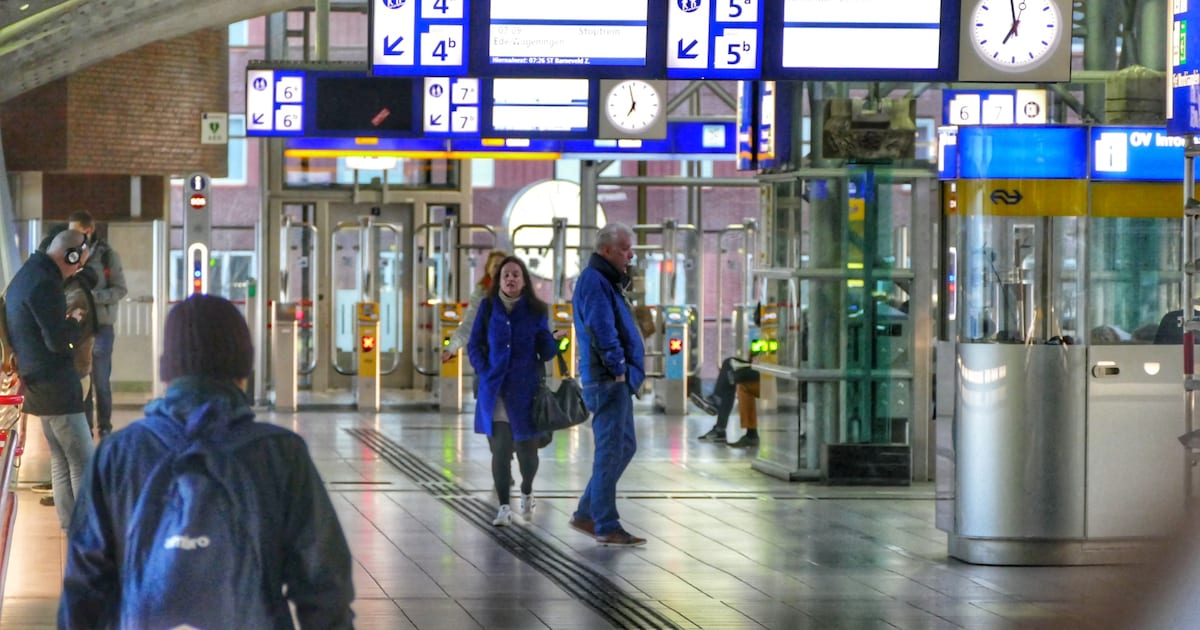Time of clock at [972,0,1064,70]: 6:58
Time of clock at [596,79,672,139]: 6:58
